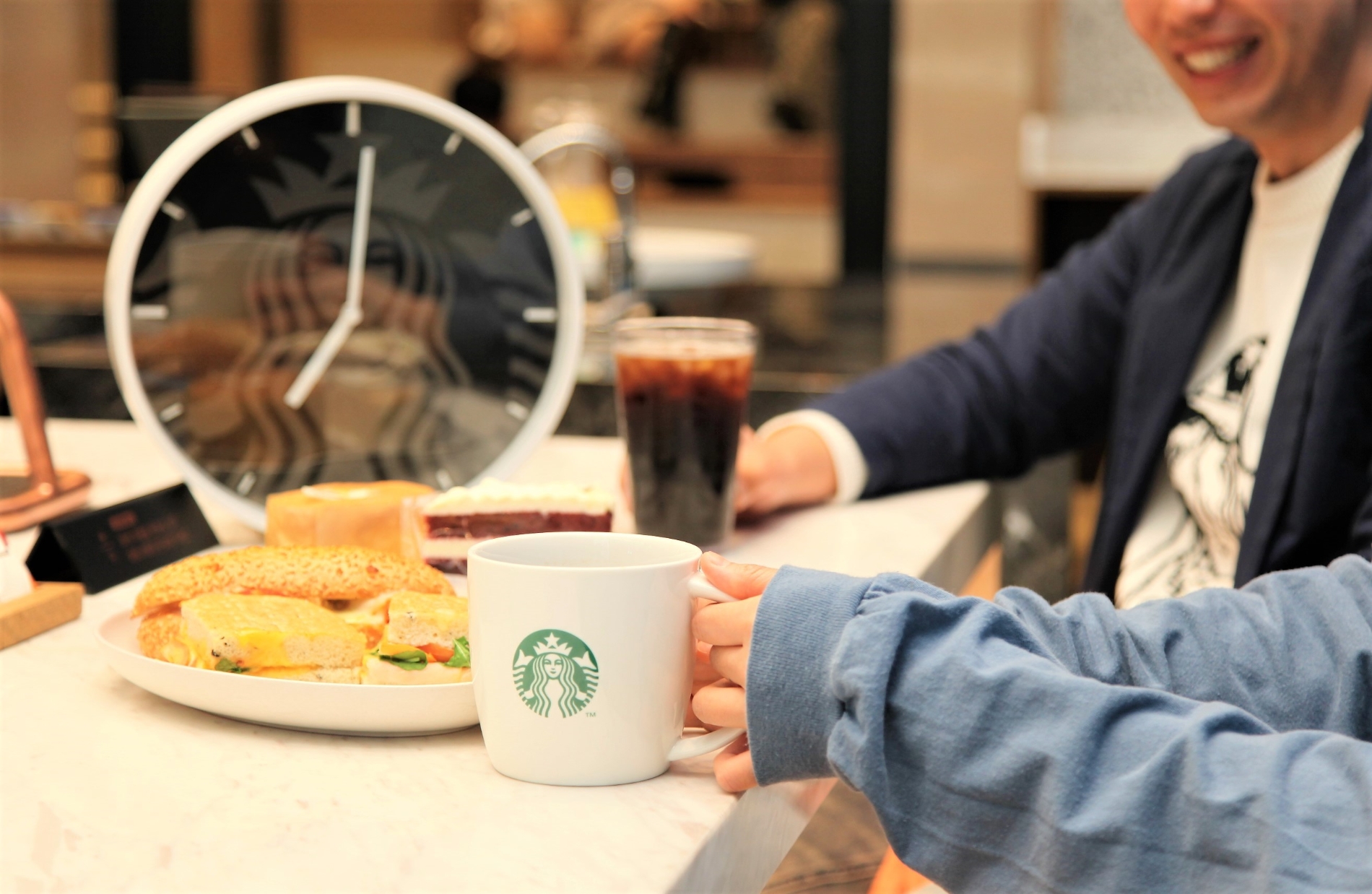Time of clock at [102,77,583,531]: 7:00
